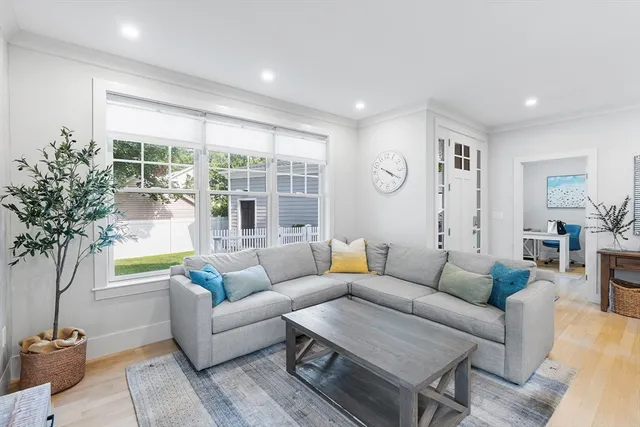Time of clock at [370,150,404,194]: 4:20
